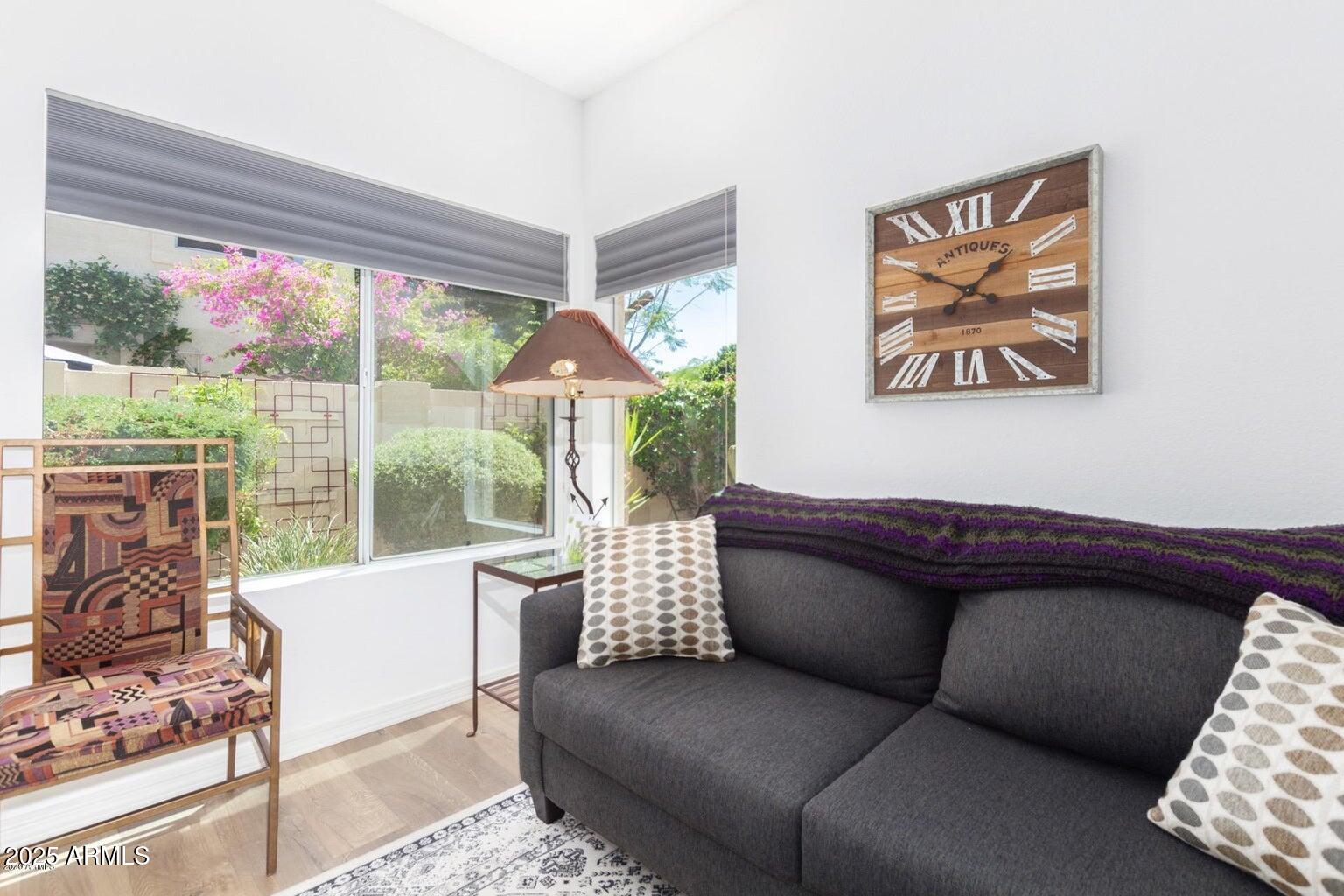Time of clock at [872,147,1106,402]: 1:50
